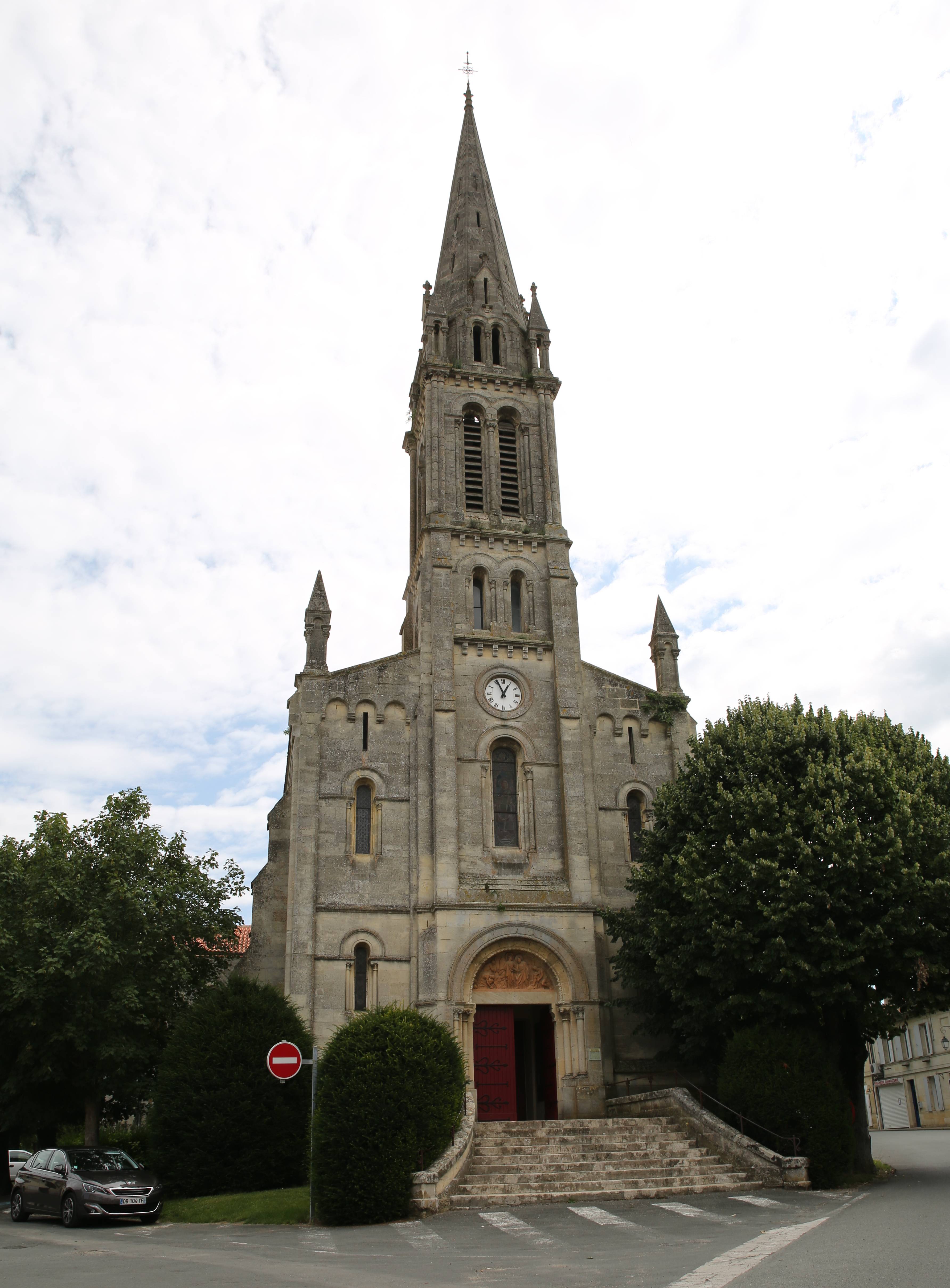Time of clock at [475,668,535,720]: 12:55
